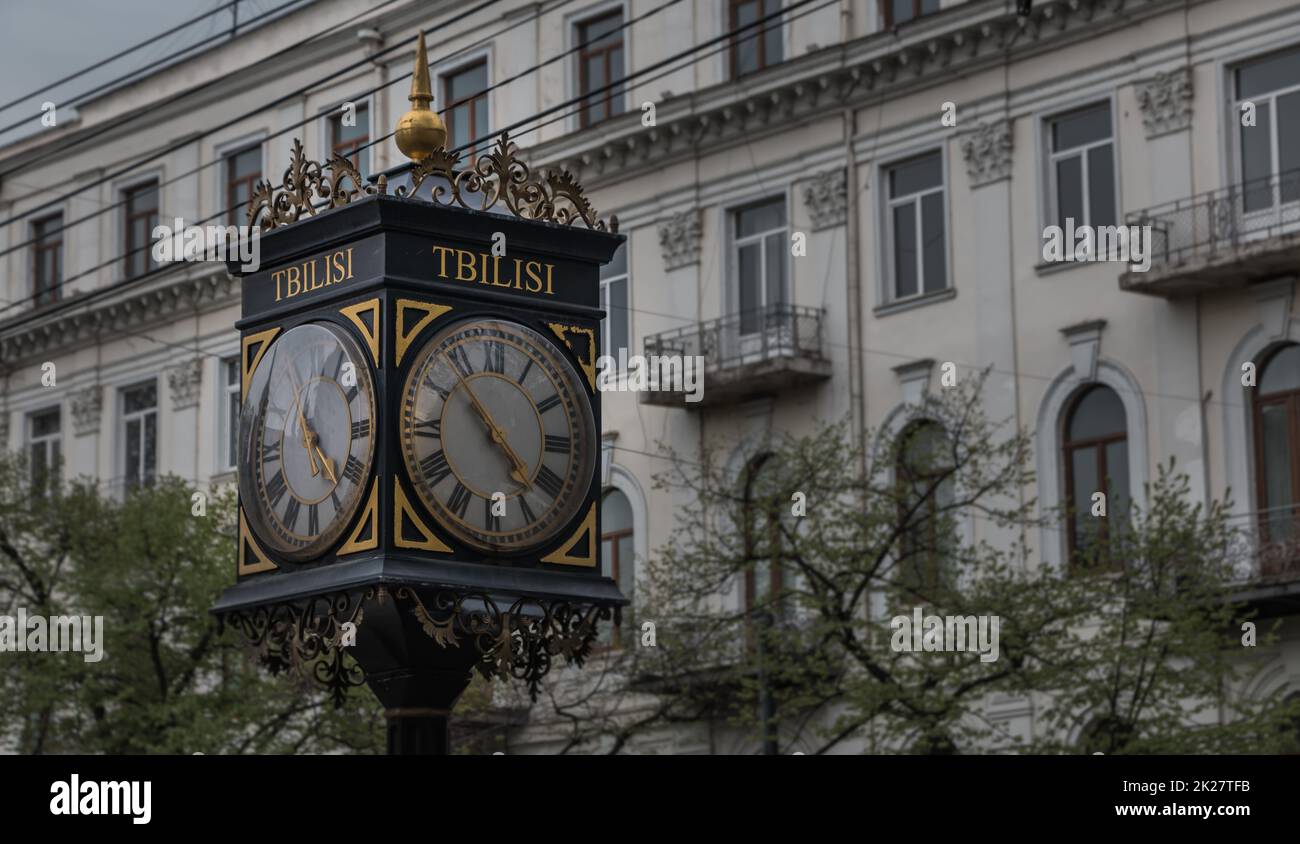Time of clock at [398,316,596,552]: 10:23
